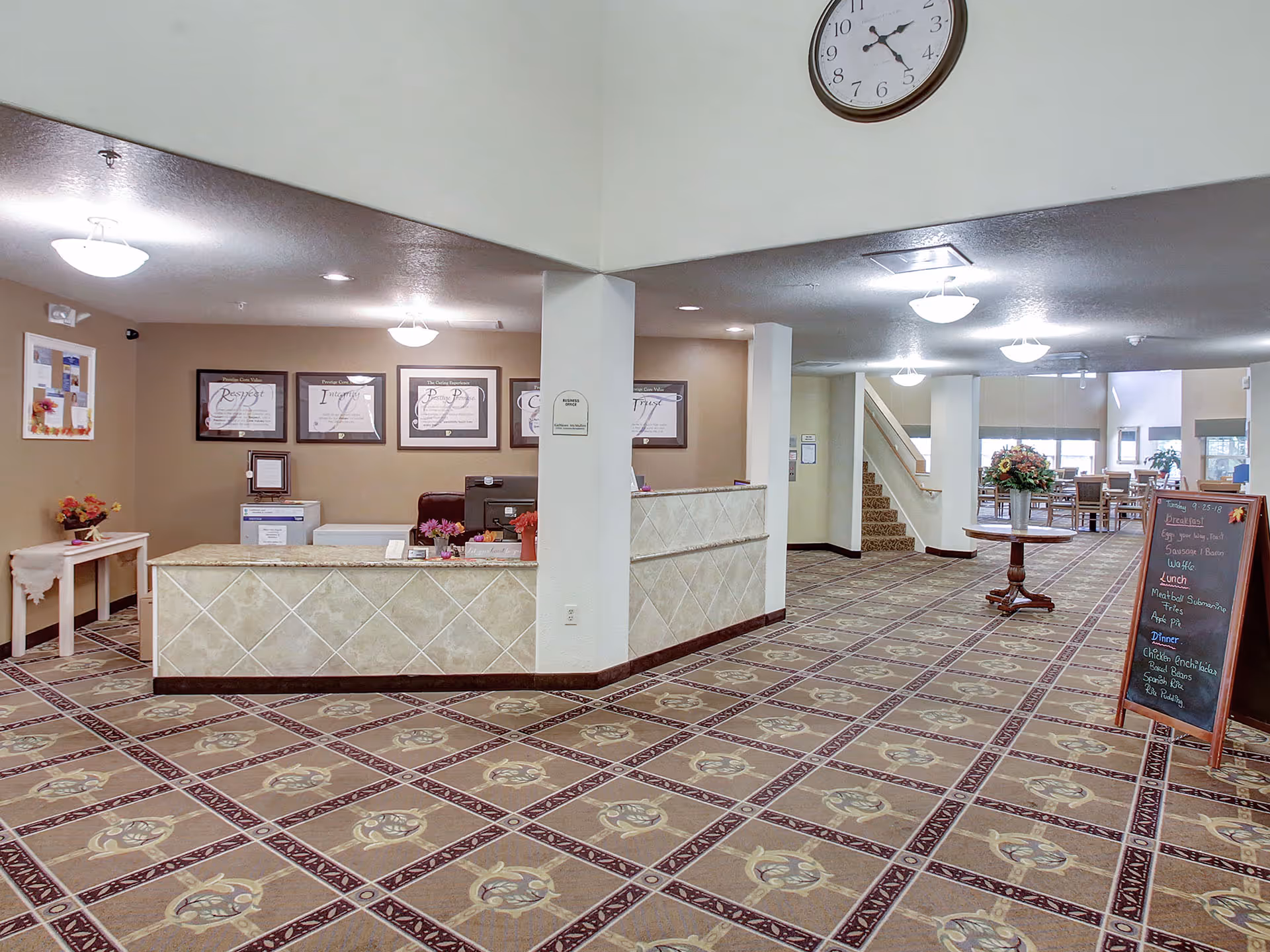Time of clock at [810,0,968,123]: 2:23
